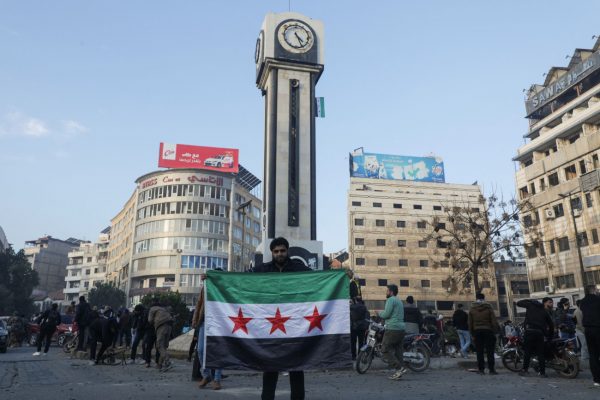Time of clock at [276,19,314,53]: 4:26
